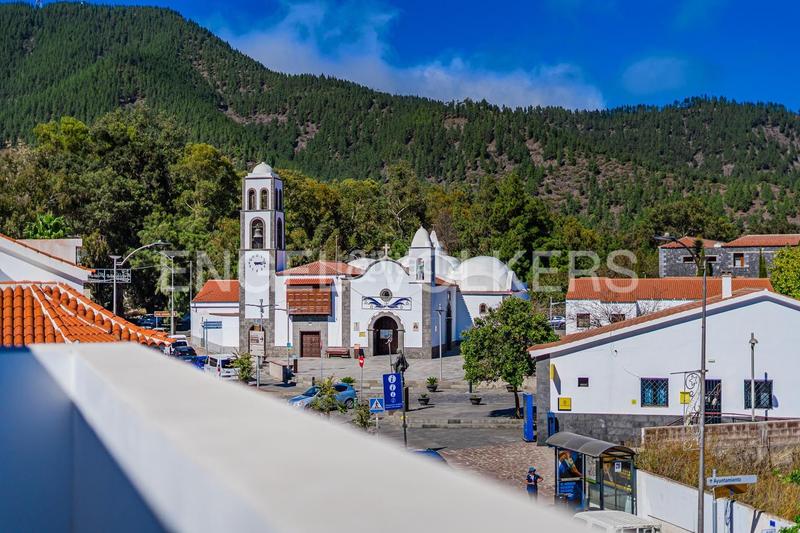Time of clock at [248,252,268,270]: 3:13
